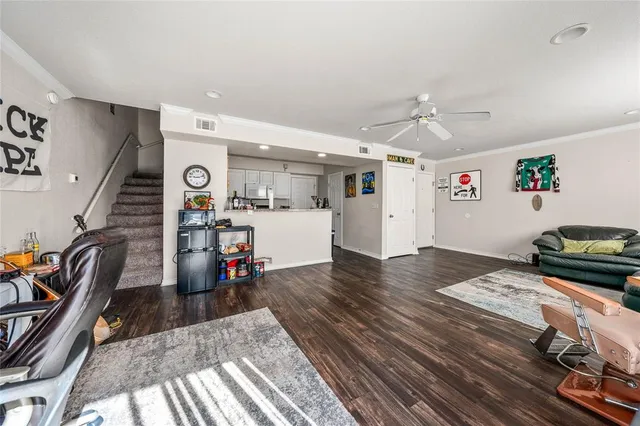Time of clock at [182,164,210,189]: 9:12
